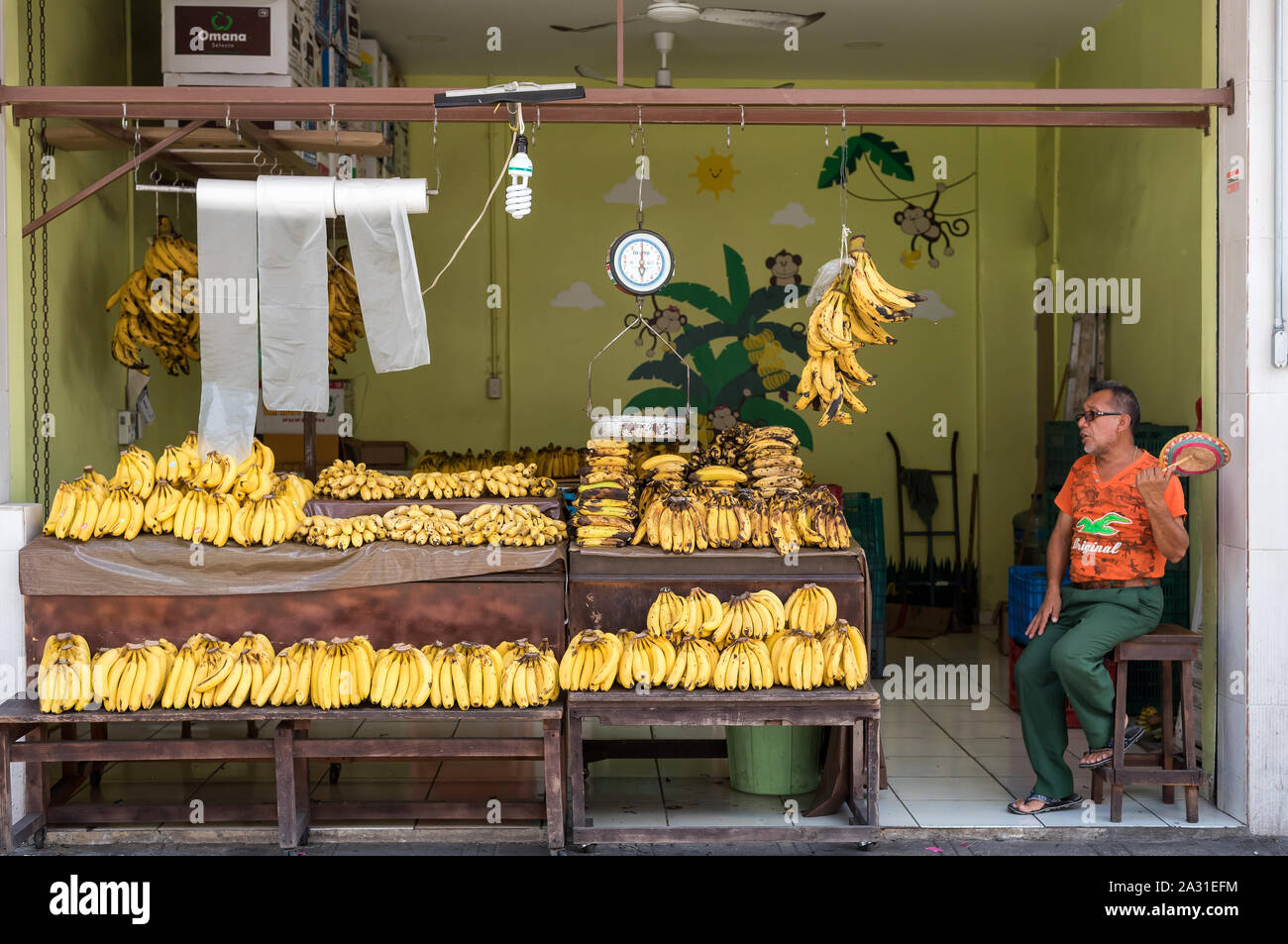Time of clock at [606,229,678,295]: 6:00
